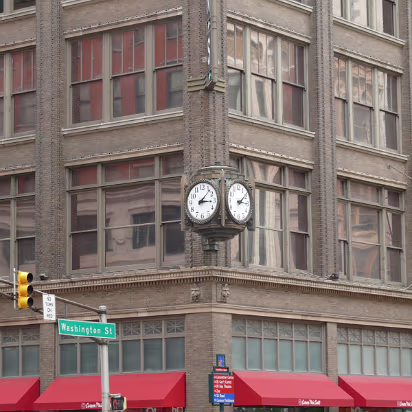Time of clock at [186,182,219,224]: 3:07
